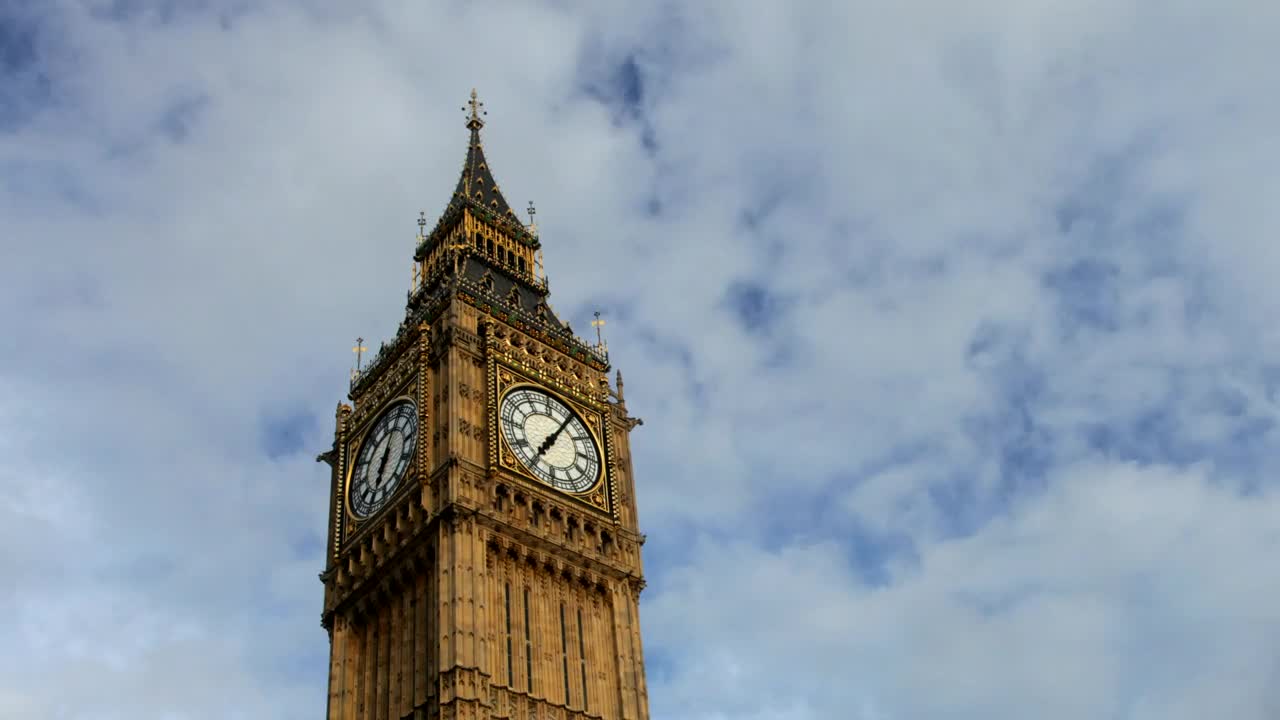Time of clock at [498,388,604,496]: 7:05
